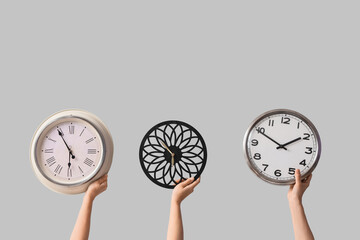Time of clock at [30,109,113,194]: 5:54
